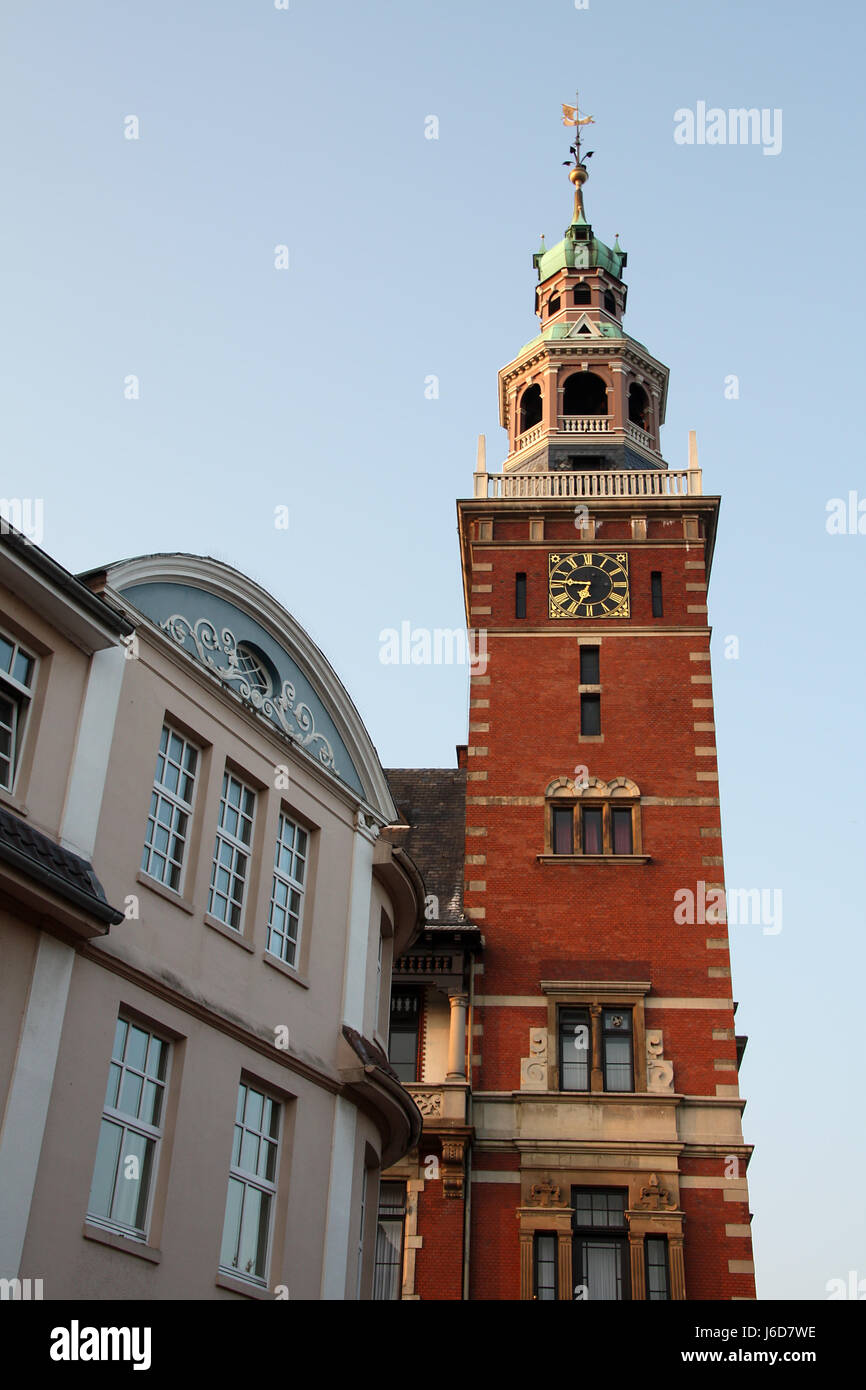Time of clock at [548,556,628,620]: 6:46
